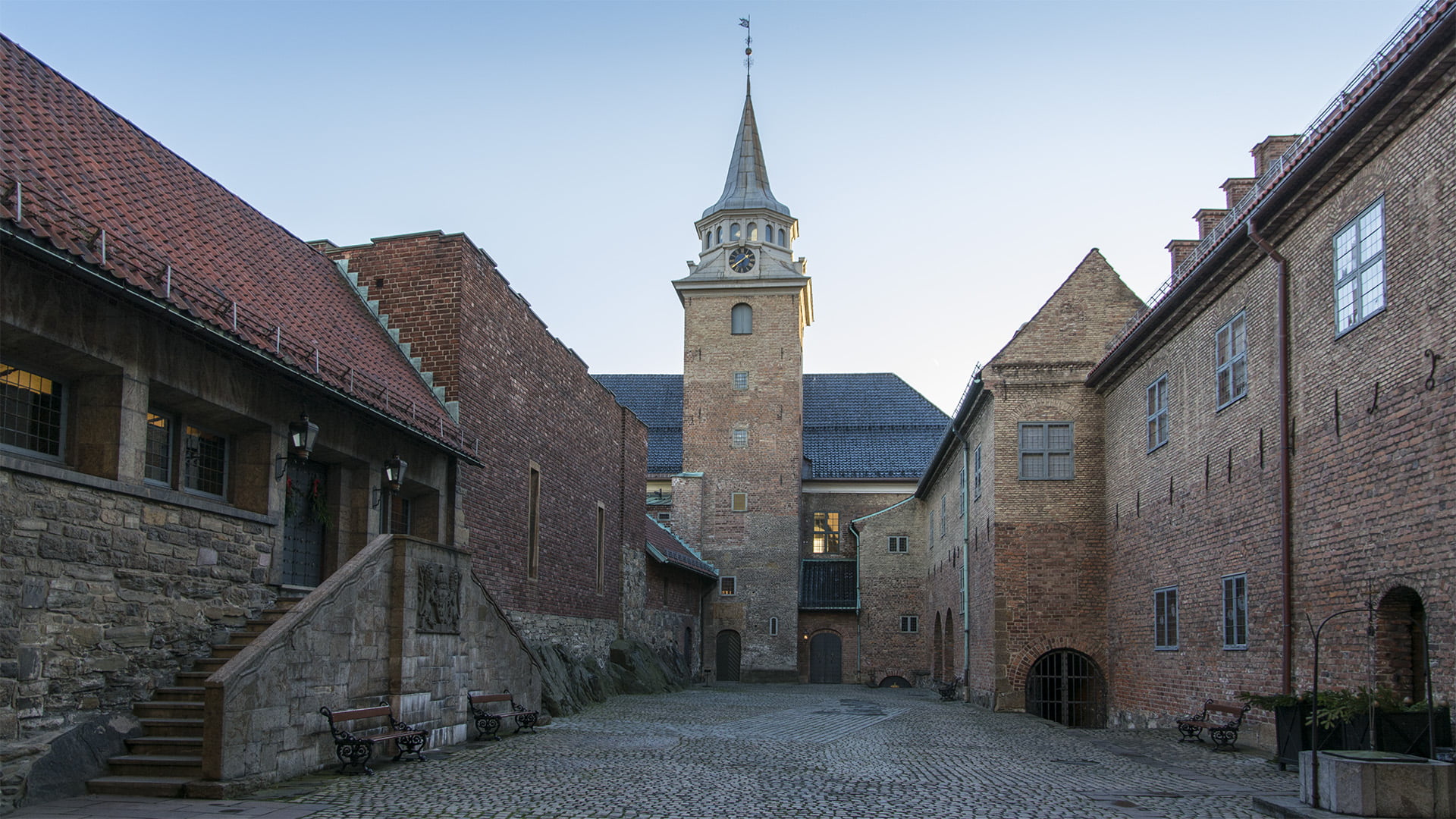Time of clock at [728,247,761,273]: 1:39
